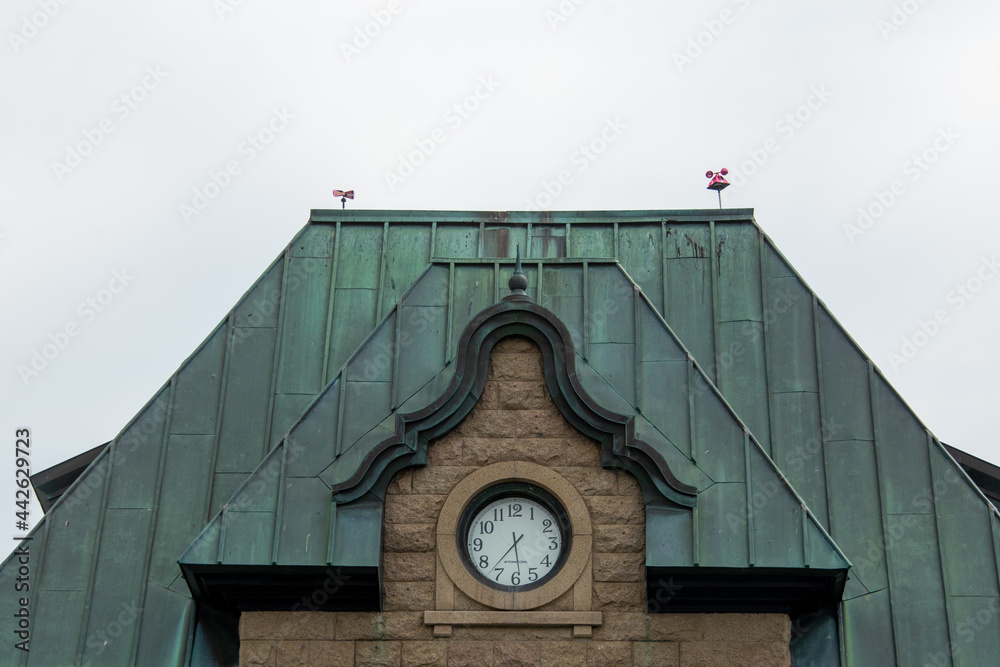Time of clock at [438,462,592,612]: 5:36
